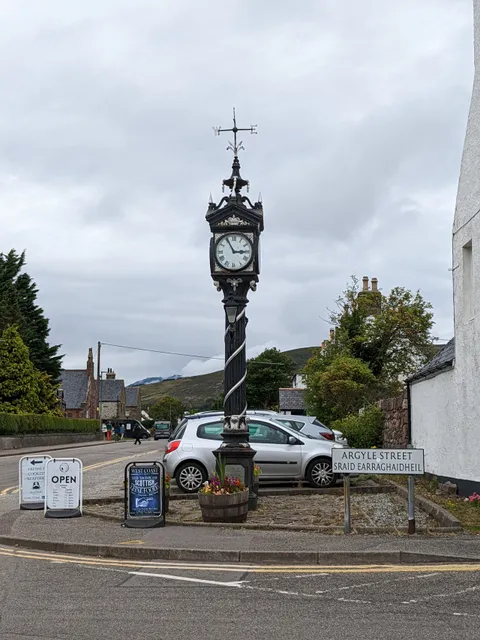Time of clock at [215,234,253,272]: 2:55
